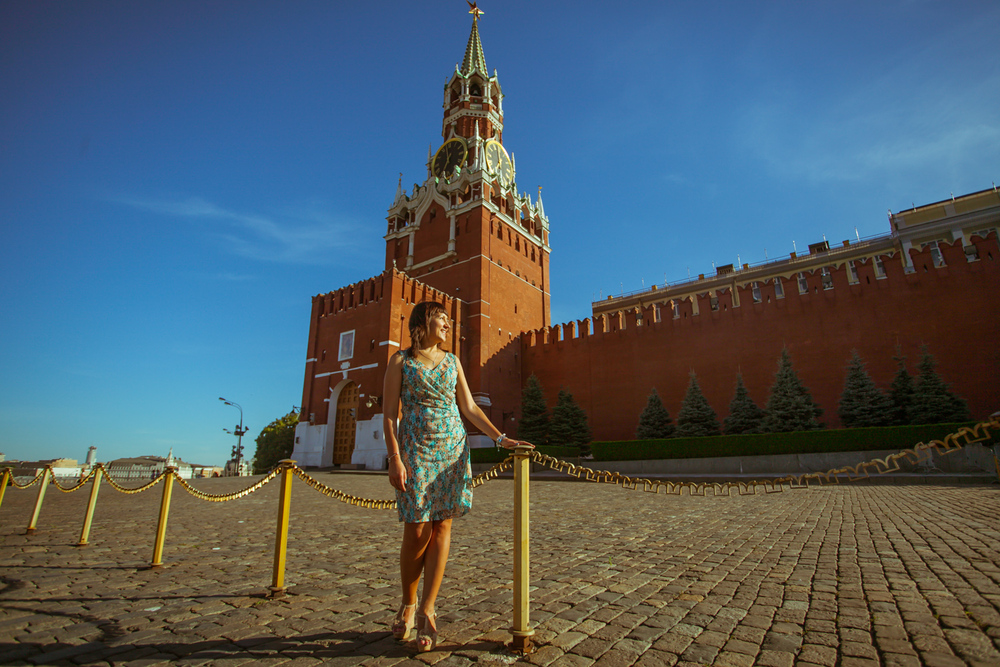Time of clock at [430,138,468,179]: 11:35
